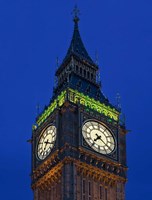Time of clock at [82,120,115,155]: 7:20
